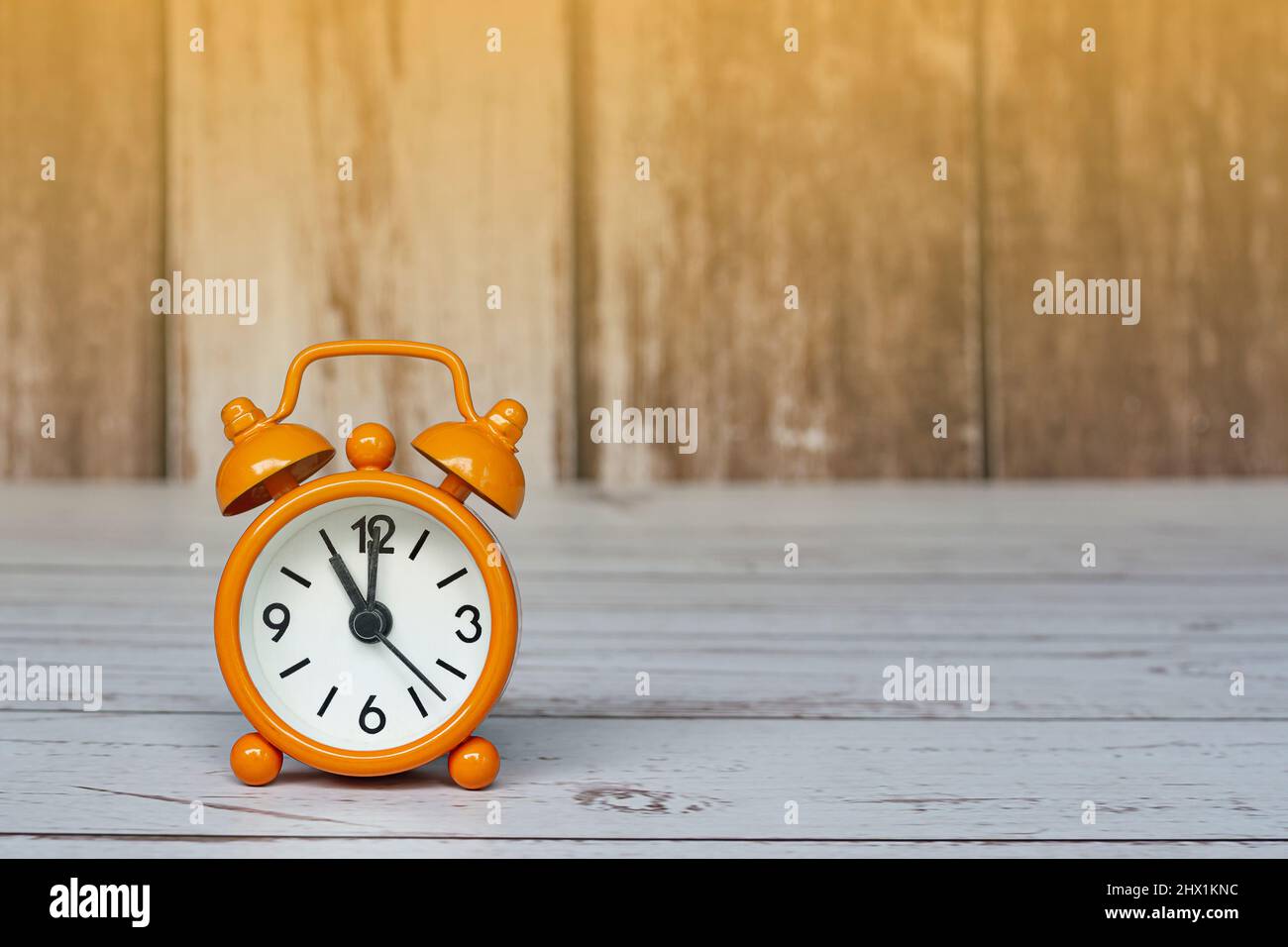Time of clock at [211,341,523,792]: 11:00
